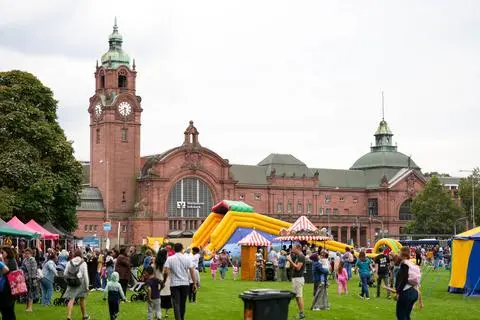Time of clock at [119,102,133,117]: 5:40
